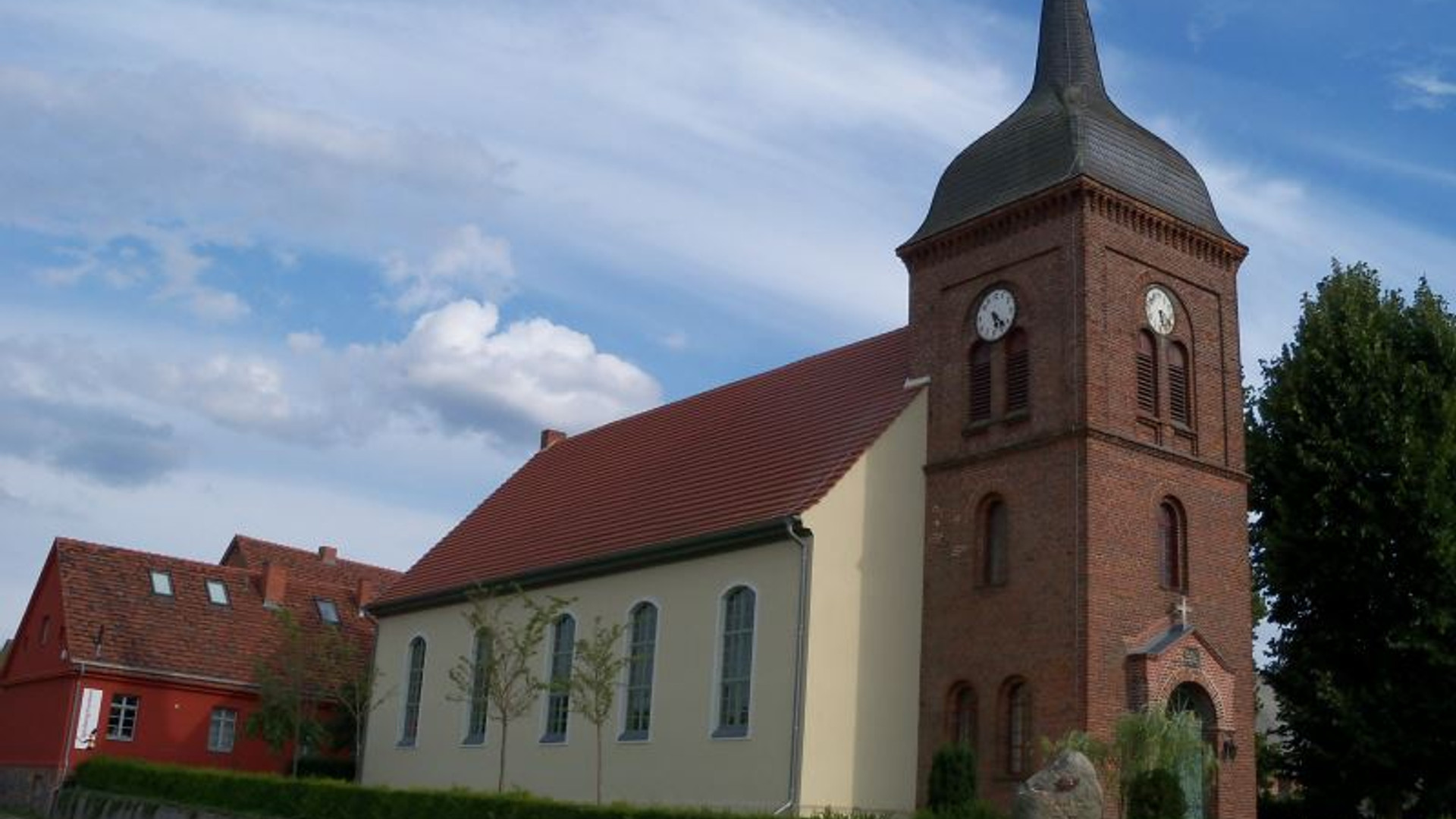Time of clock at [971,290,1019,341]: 5:22
